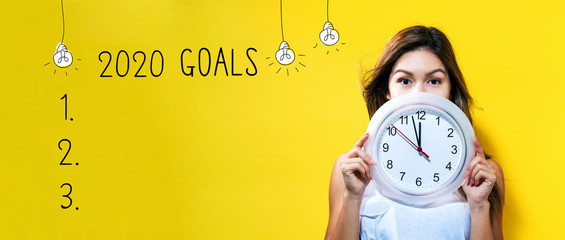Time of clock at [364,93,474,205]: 11:57
